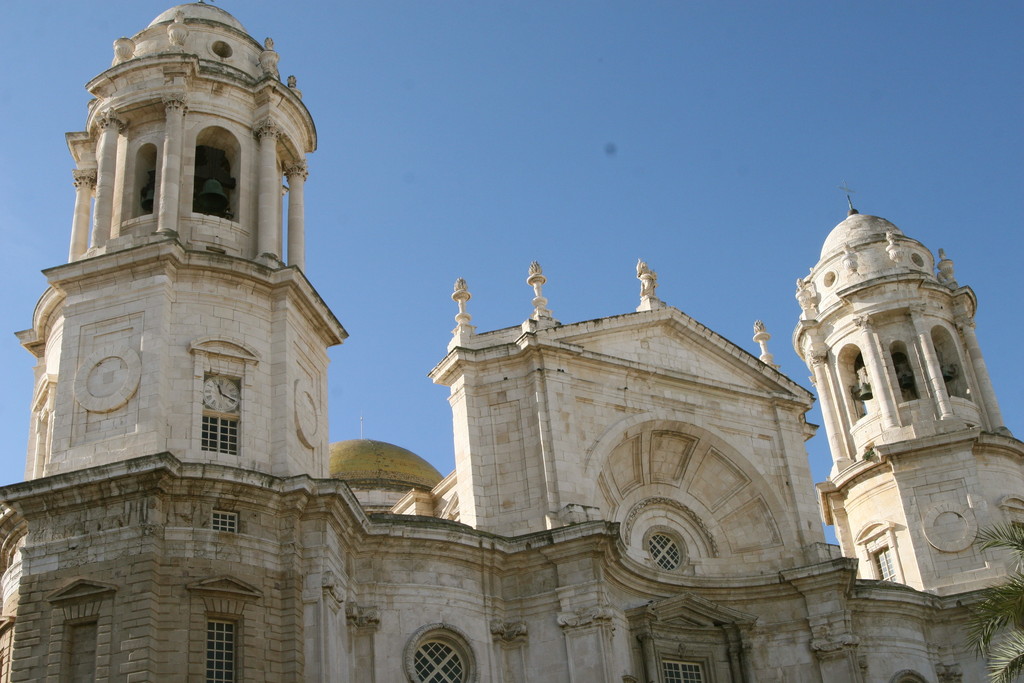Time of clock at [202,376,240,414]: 11:18
